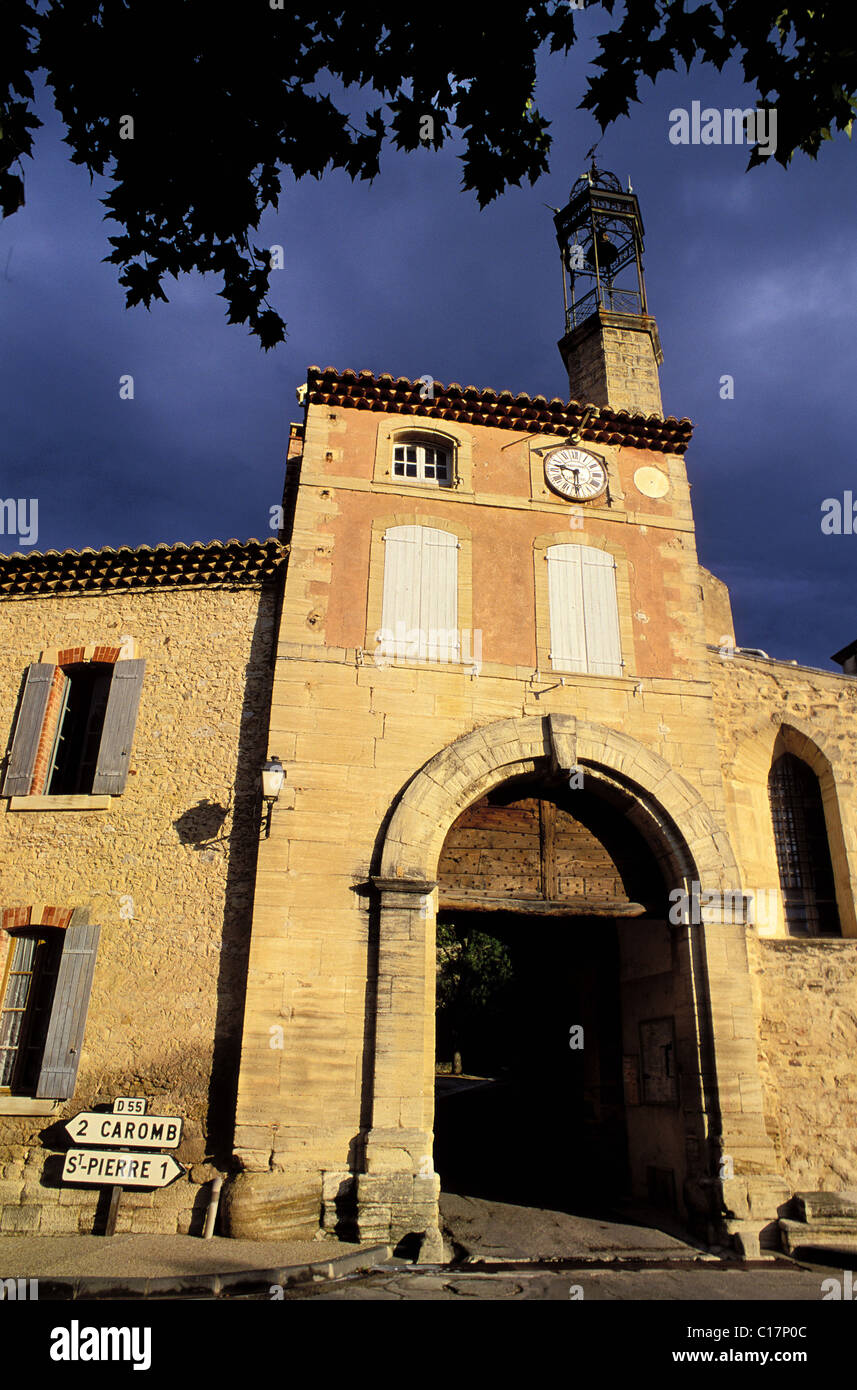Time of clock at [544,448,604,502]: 9:30
